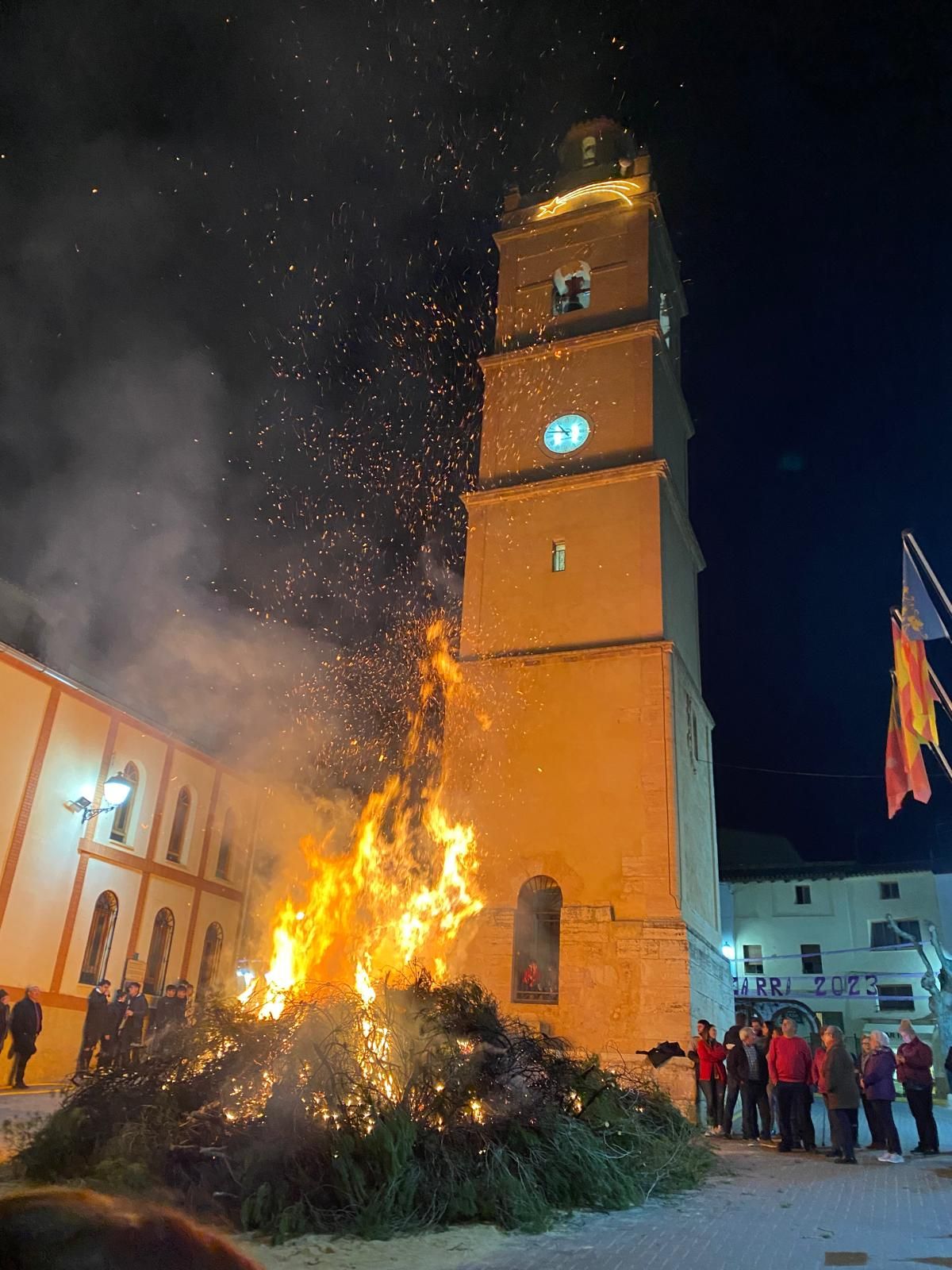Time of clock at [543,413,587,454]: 10:47
